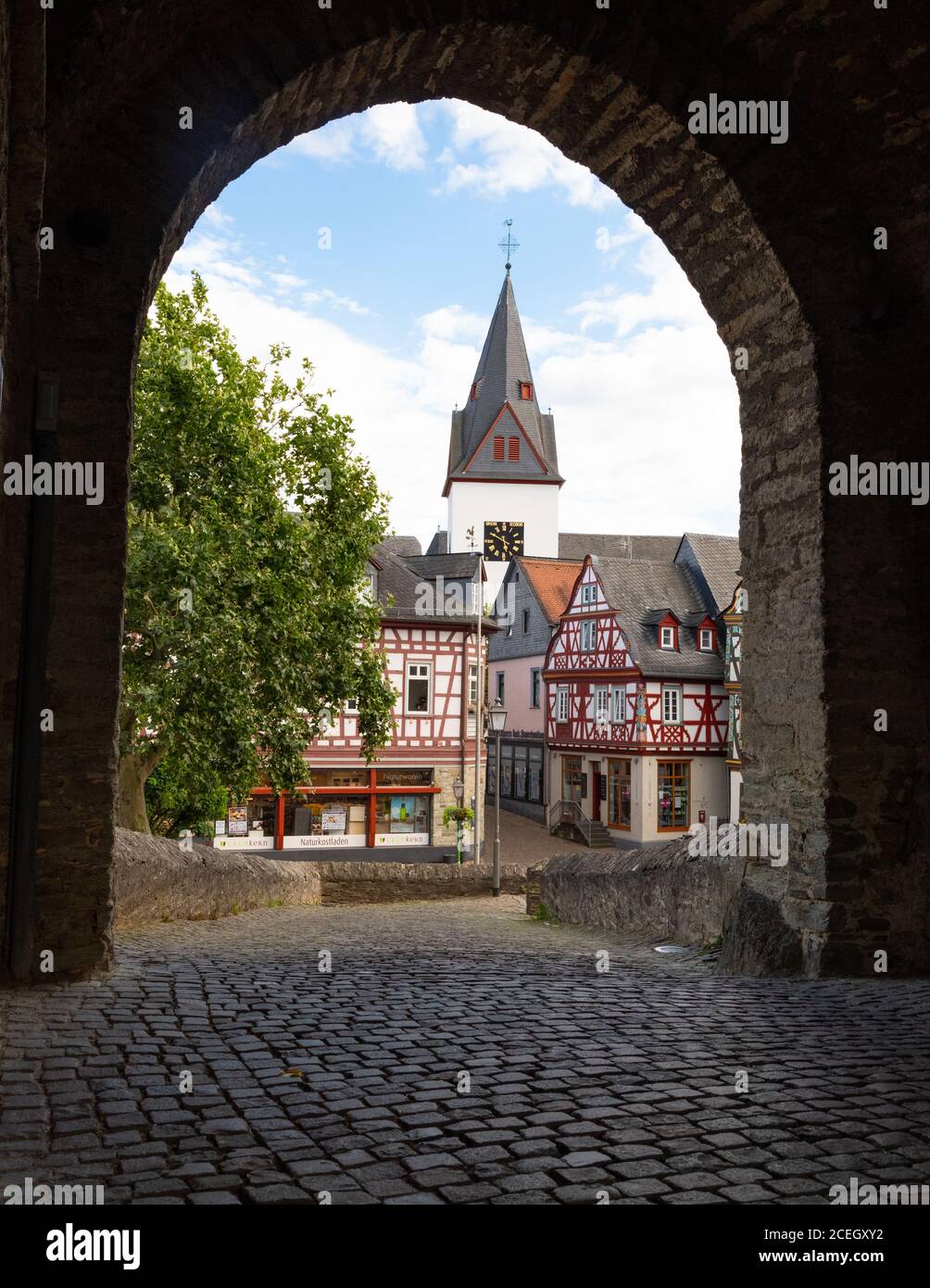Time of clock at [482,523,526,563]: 5:49
